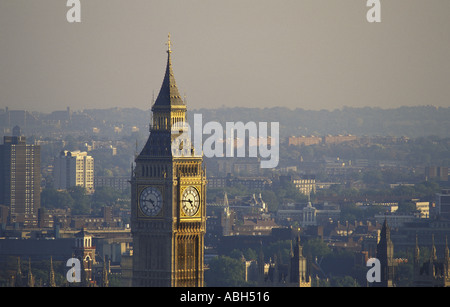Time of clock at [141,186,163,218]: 4:46
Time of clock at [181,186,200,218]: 4:45
